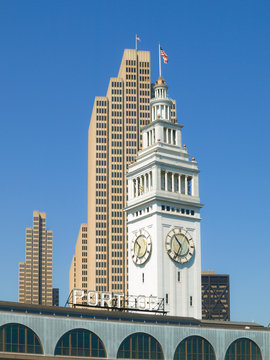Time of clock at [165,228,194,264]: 10:34
